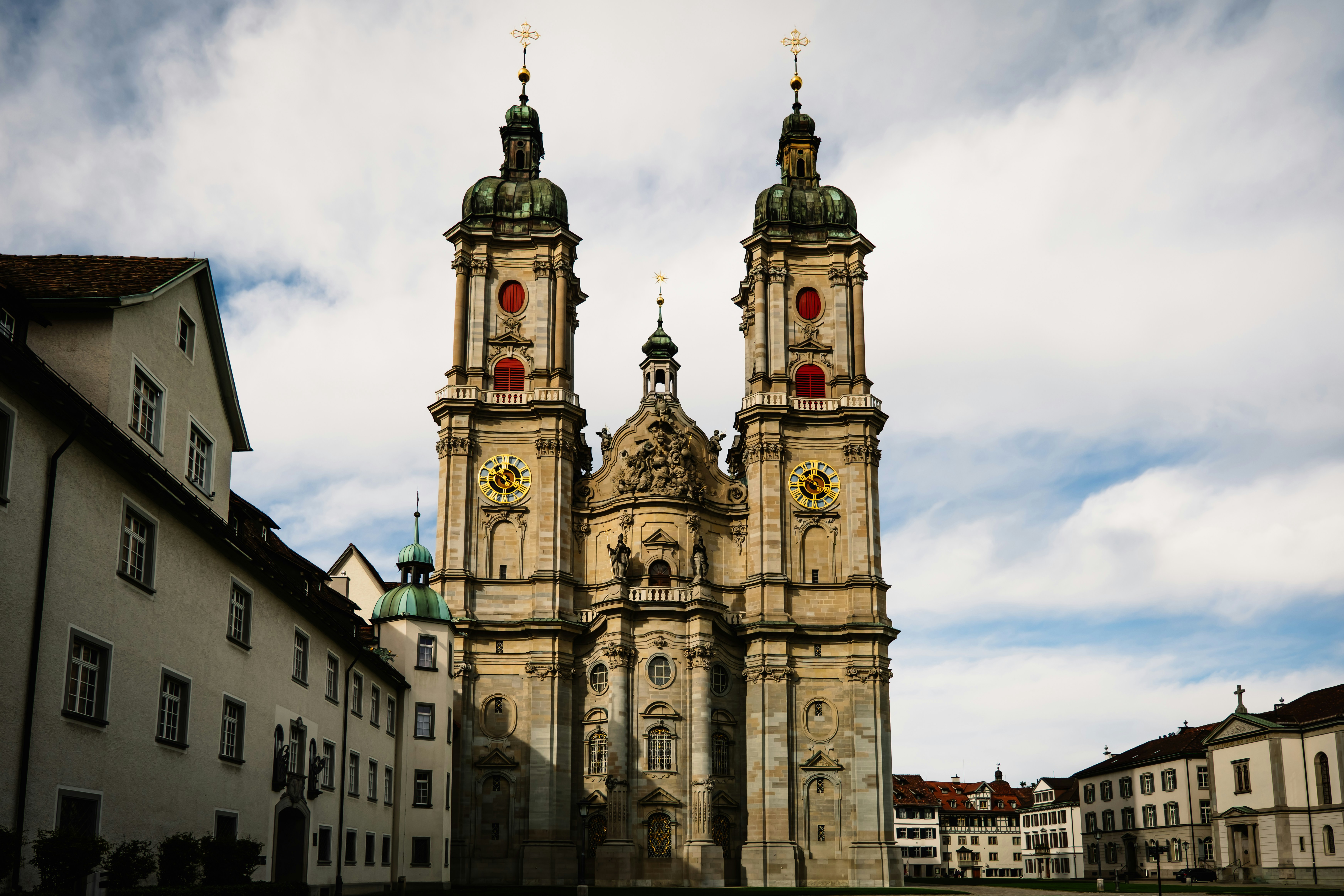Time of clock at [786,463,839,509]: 10:49
